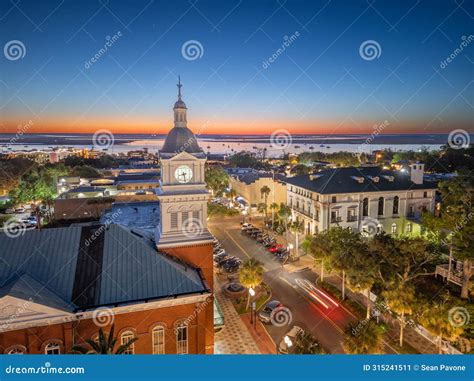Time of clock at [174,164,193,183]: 8:28
